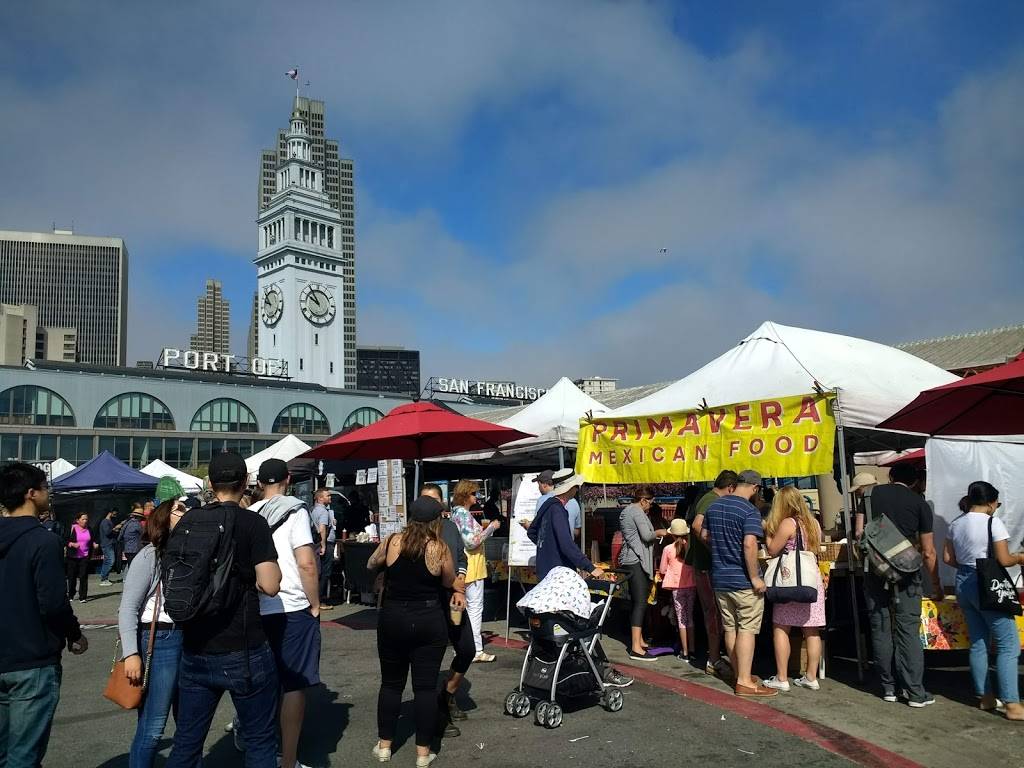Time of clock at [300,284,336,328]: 9:54
